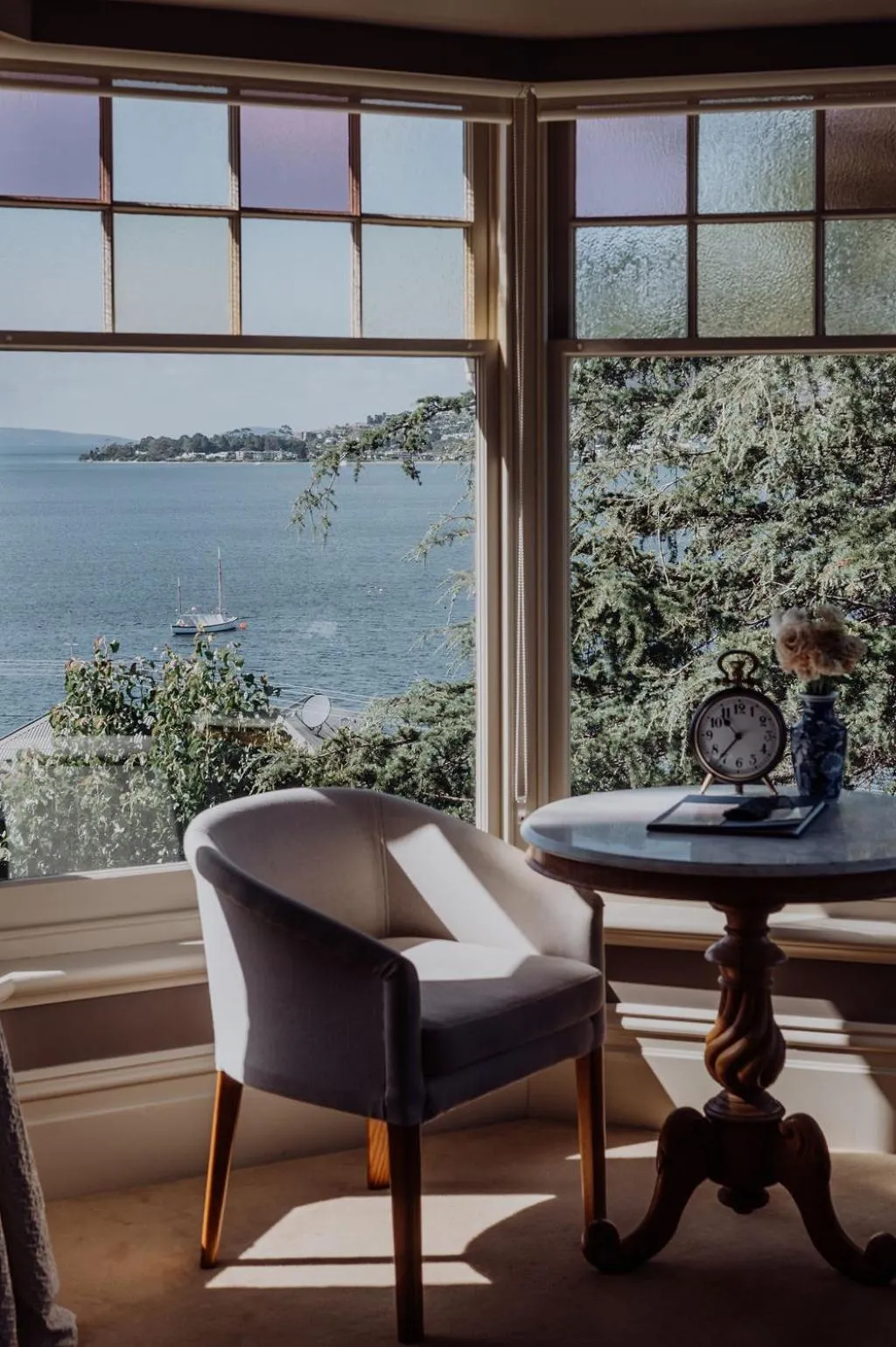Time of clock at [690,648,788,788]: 10:36
